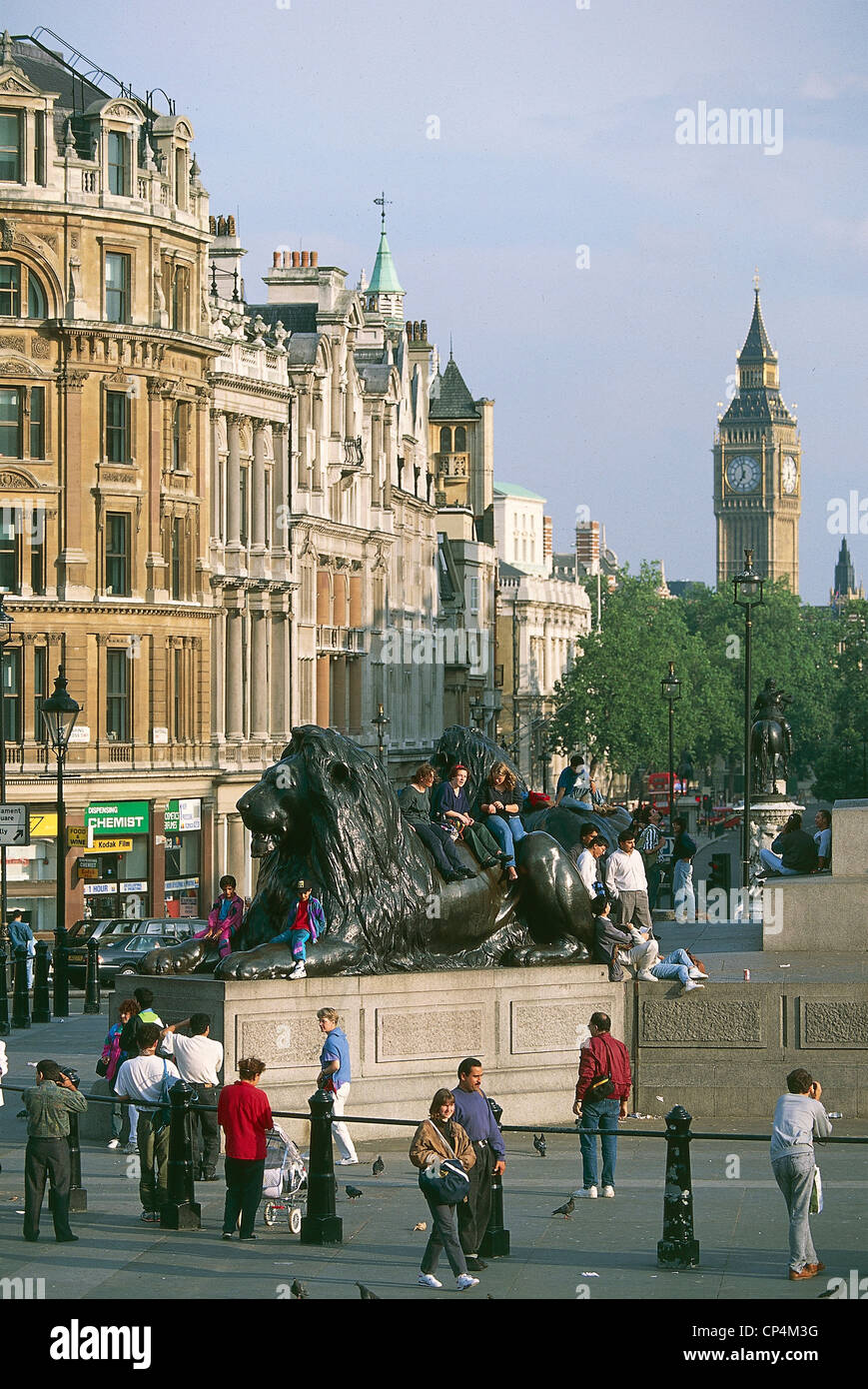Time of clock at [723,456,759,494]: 6:57
